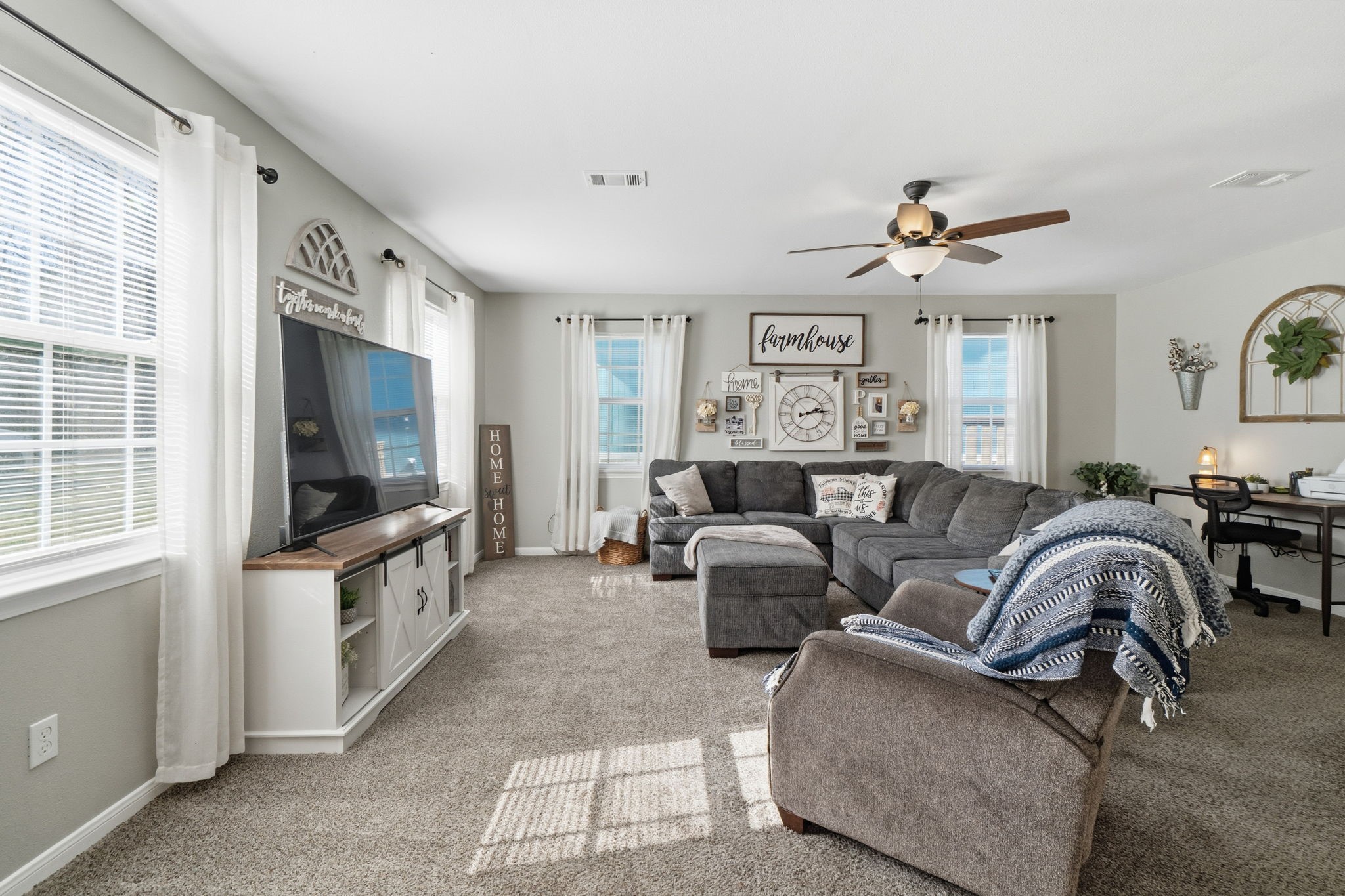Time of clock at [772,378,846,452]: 2:14
